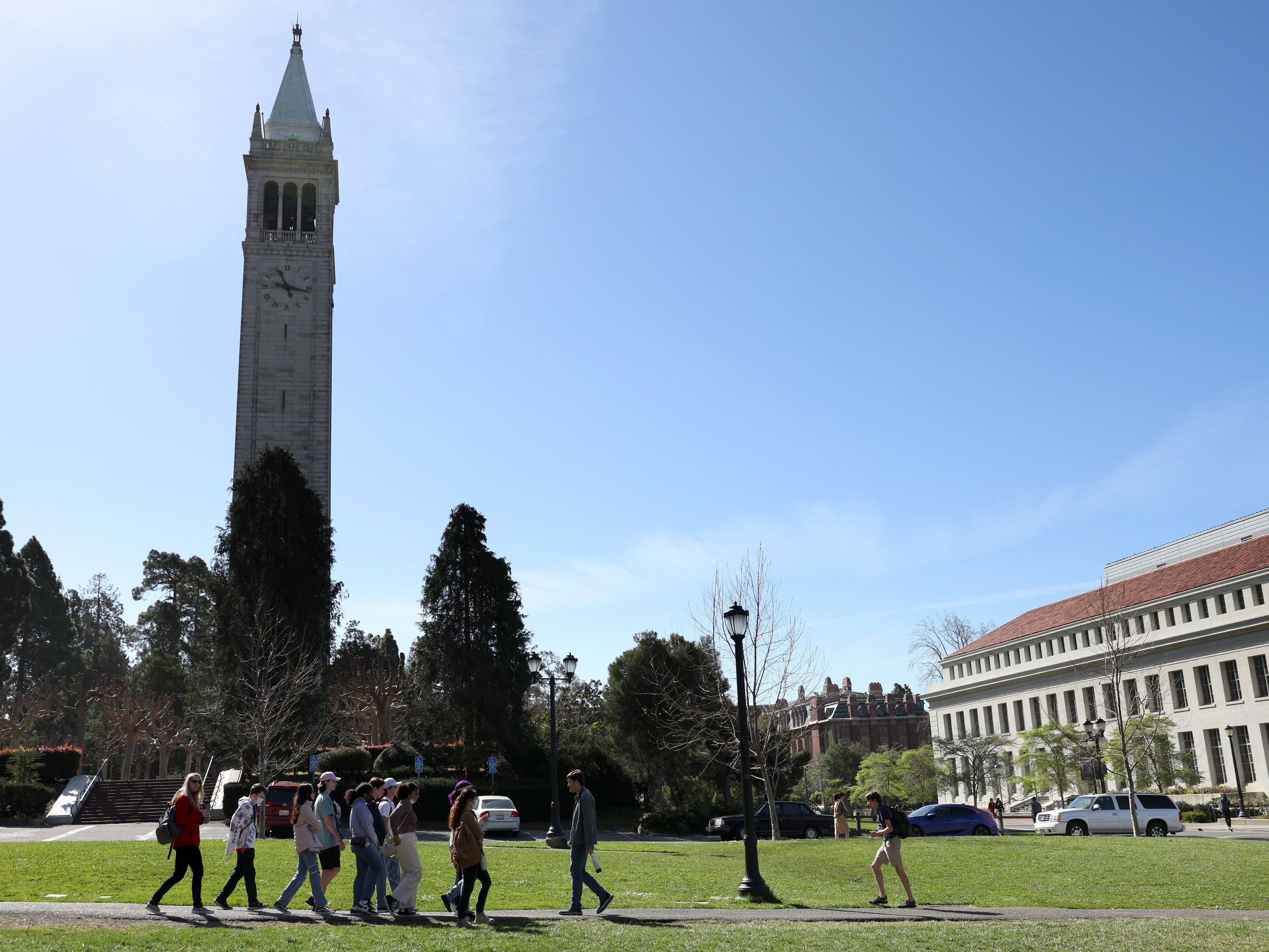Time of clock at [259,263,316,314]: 11:16
